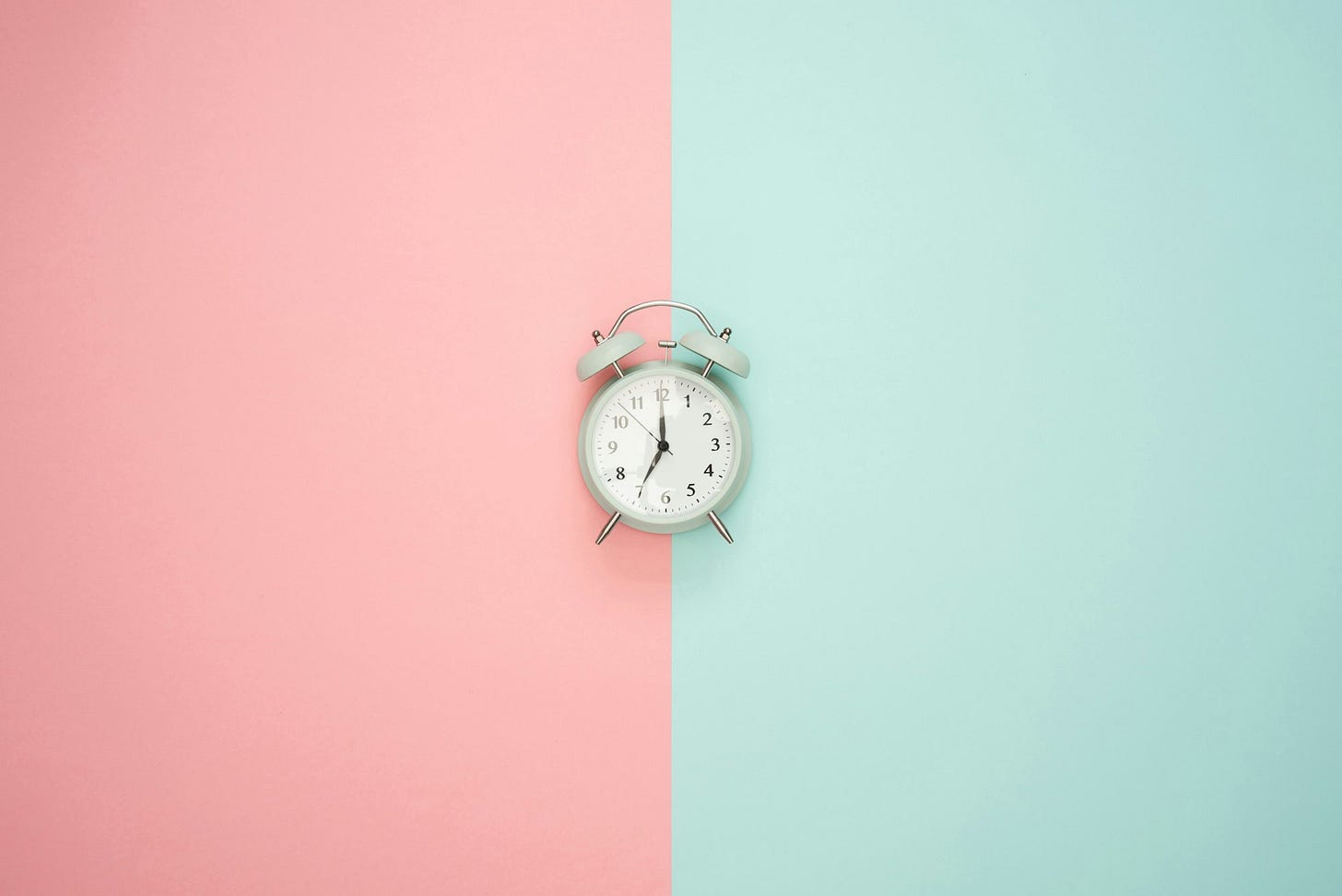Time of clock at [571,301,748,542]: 7:00
